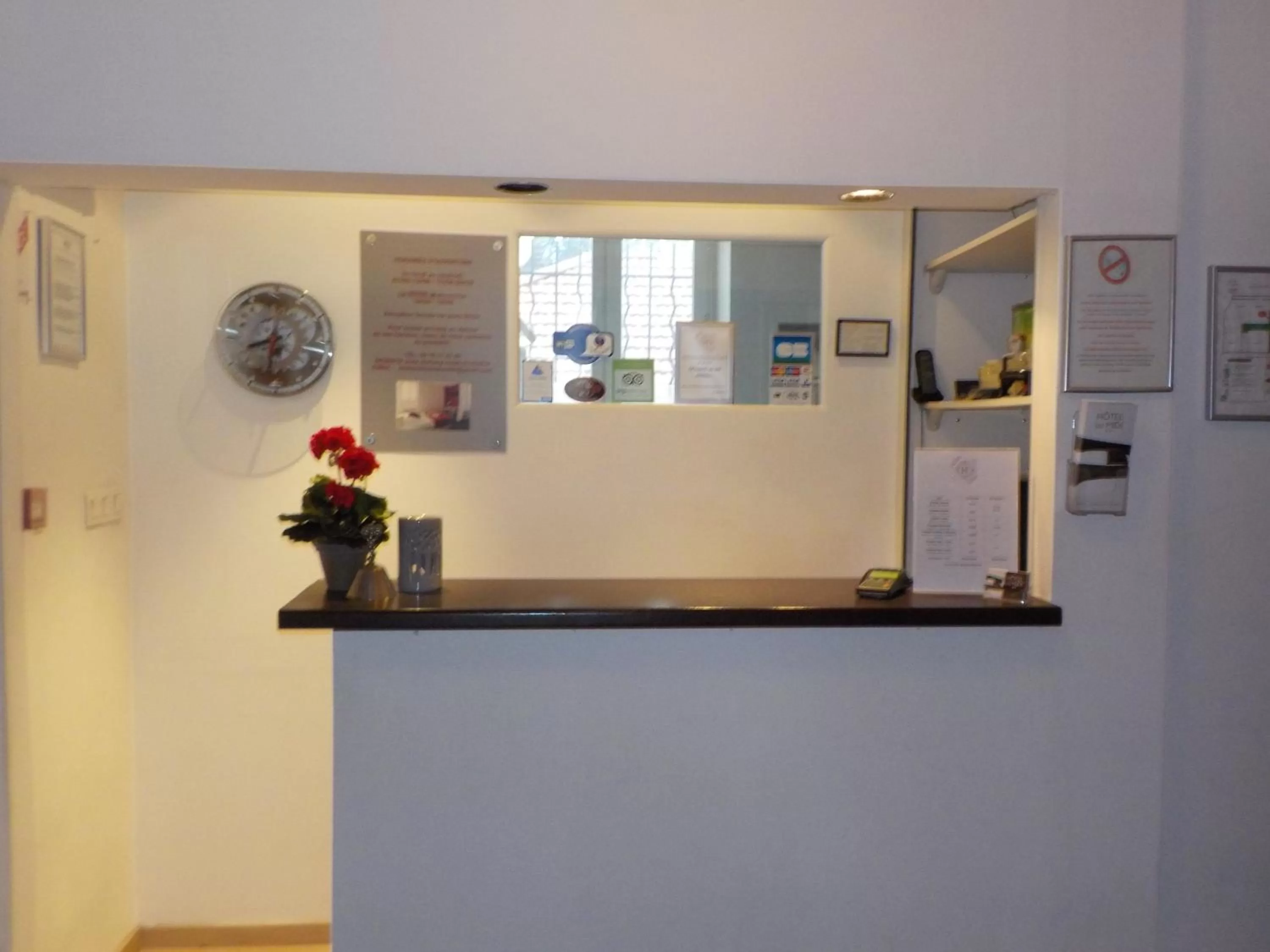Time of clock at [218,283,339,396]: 8:32
